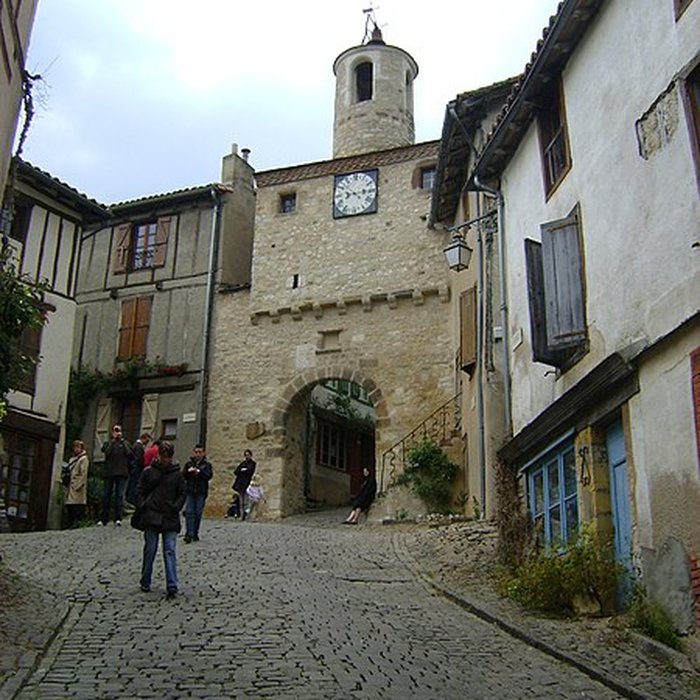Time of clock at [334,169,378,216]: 8:14
